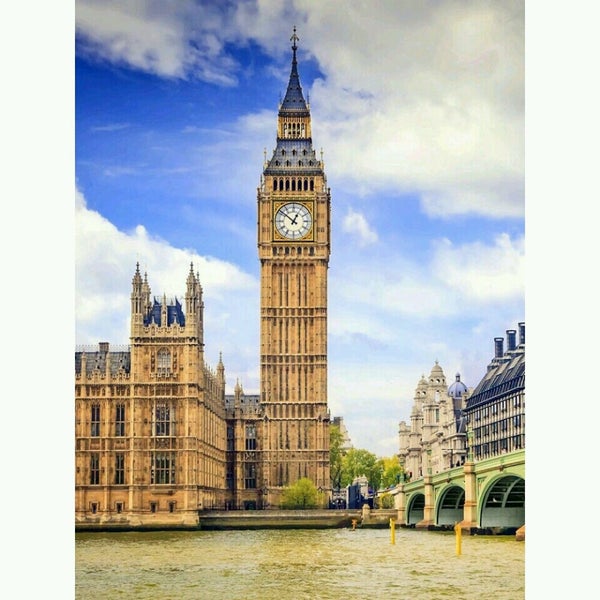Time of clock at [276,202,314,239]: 12:51
